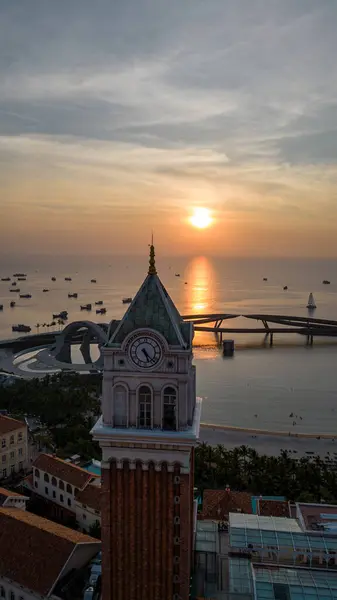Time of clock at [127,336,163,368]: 5:22
